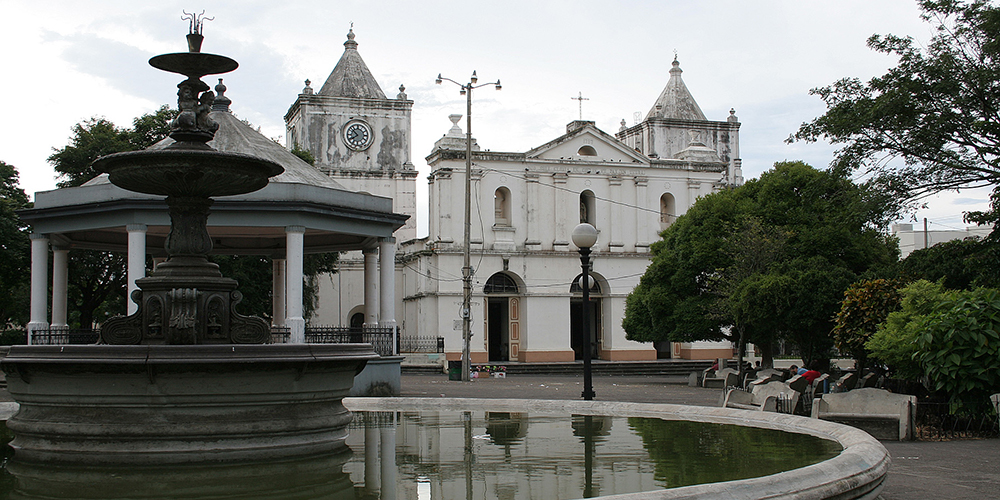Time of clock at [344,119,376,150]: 7:52
